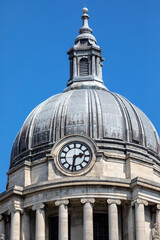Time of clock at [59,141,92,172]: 2:32
